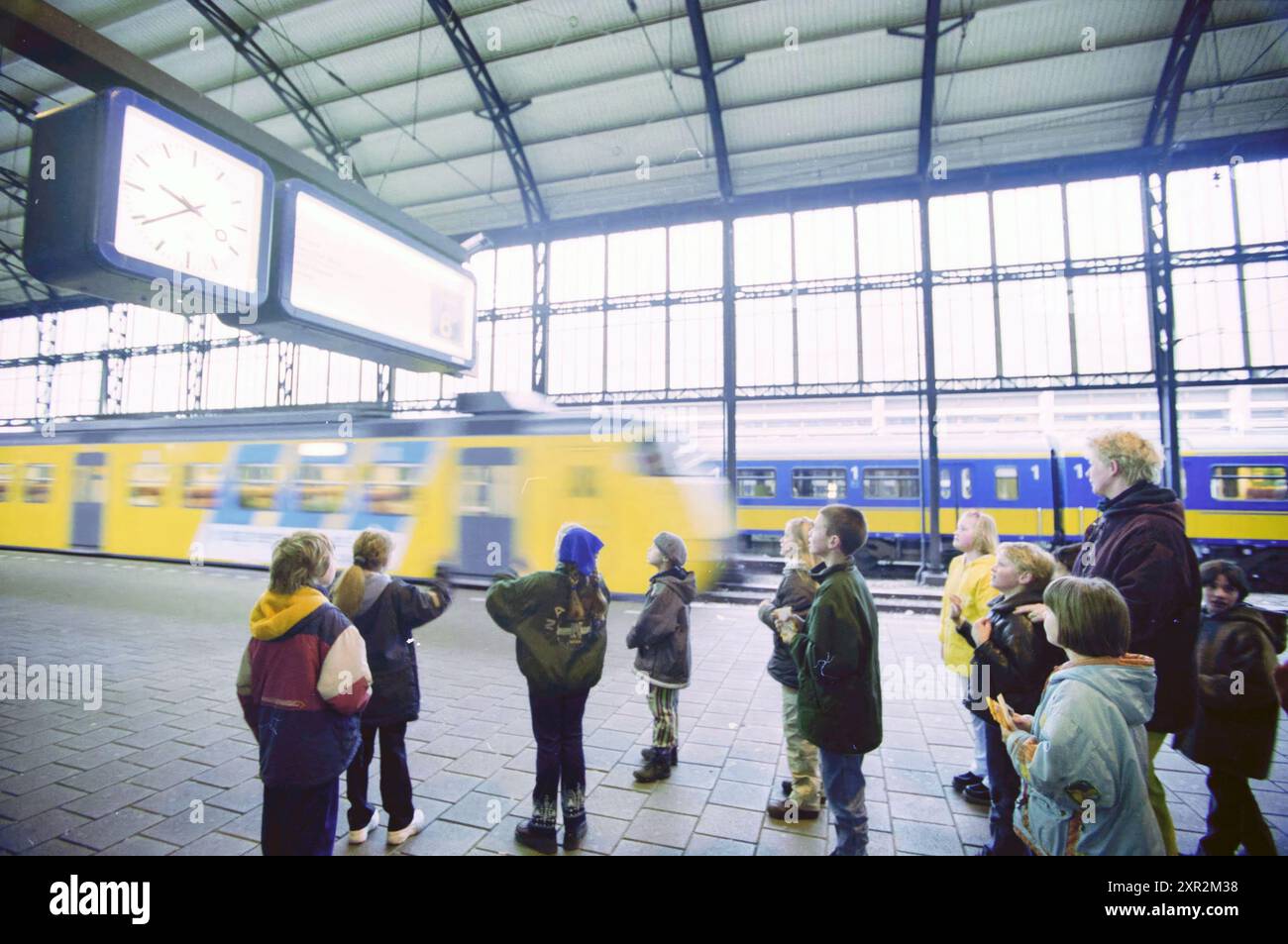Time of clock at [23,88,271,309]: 9:39
